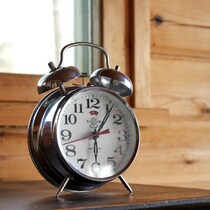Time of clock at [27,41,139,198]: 6:06
